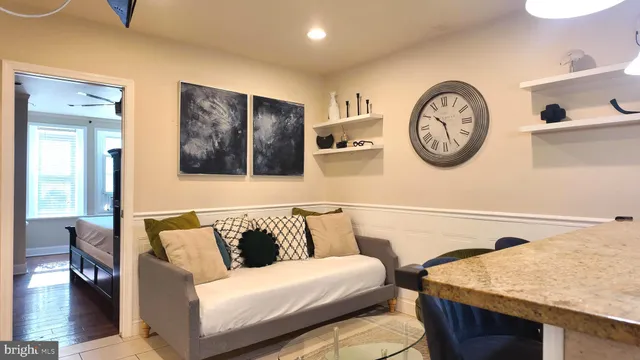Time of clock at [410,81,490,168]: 10:27
